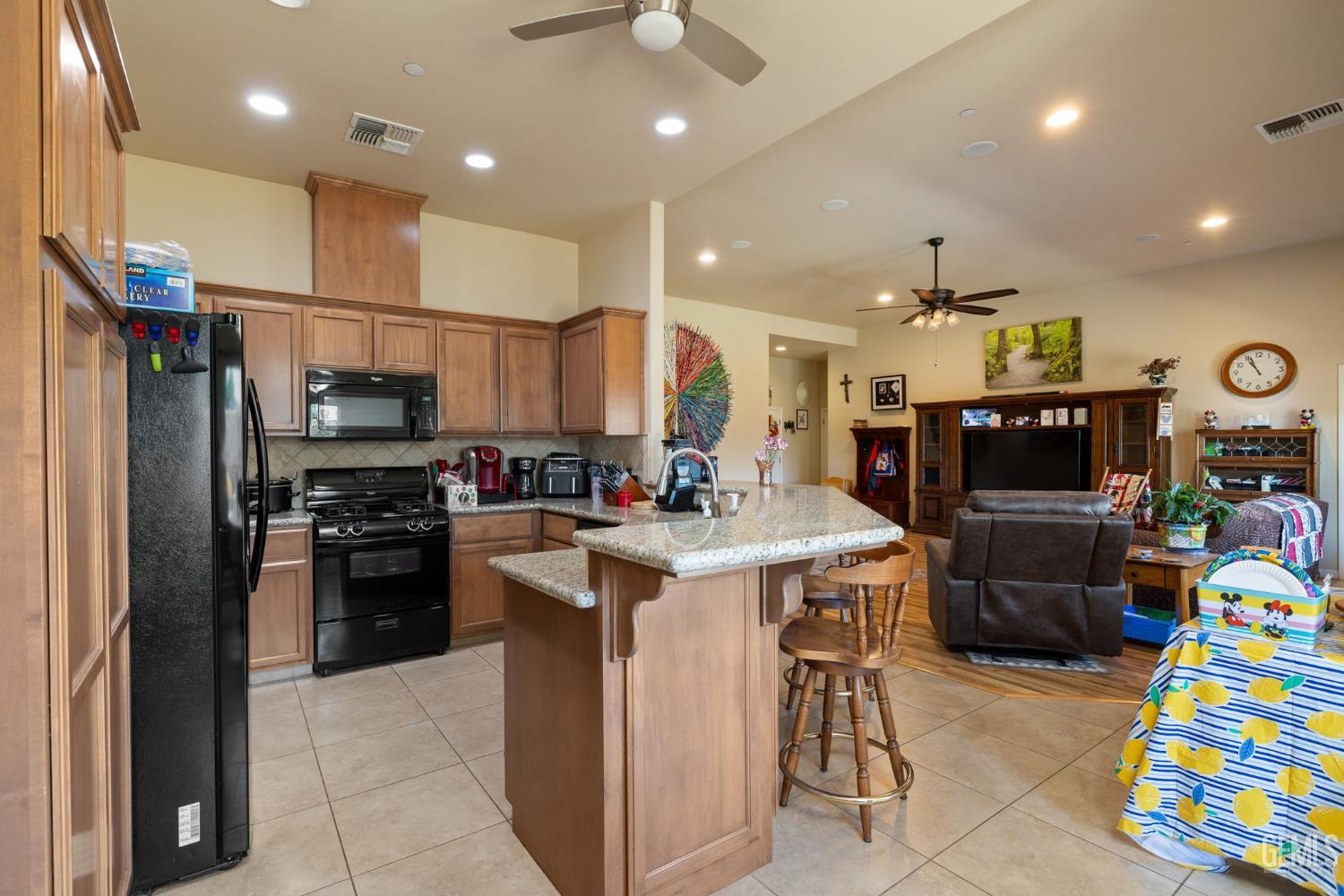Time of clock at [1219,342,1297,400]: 10:56
